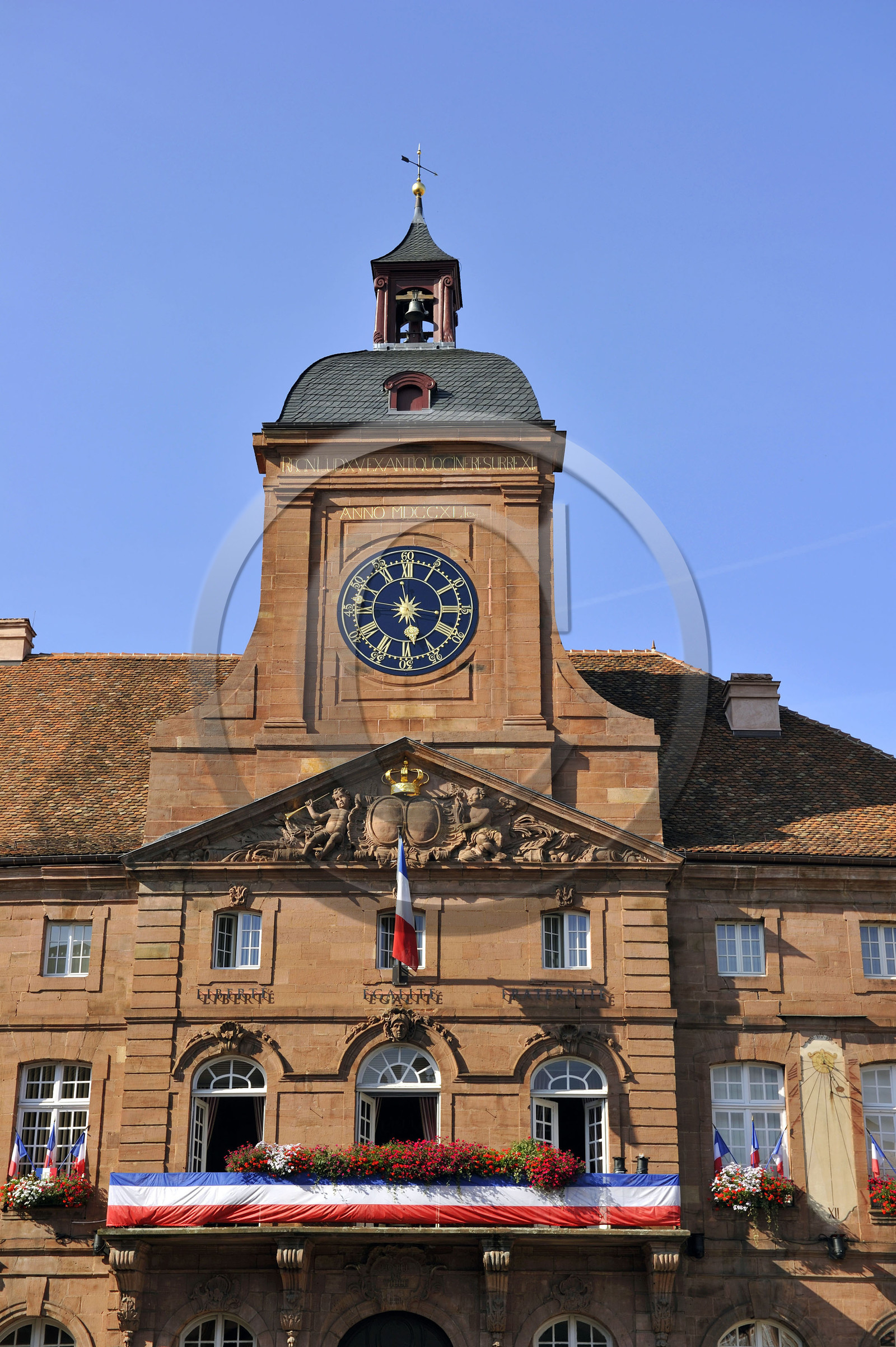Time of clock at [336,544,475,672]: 5:15
